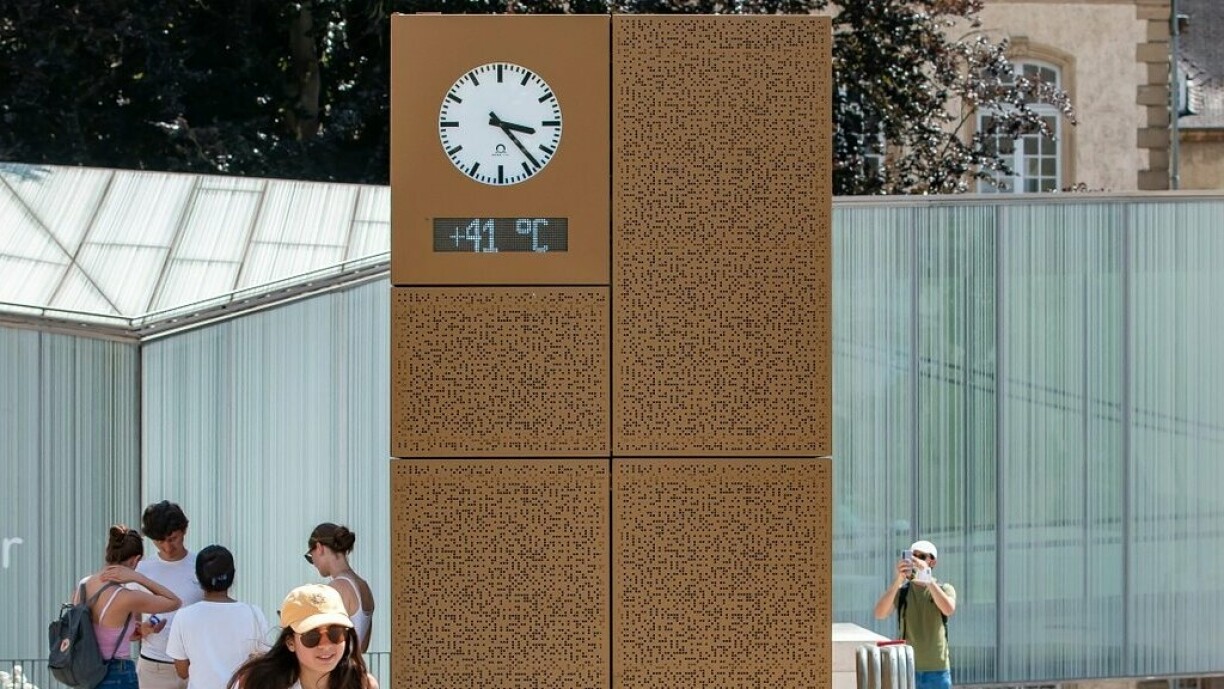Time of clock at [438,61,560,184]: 3:23
